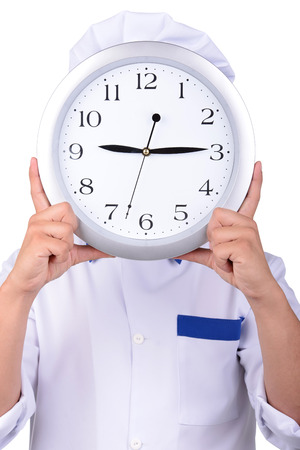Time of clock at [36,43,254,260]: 9:14
